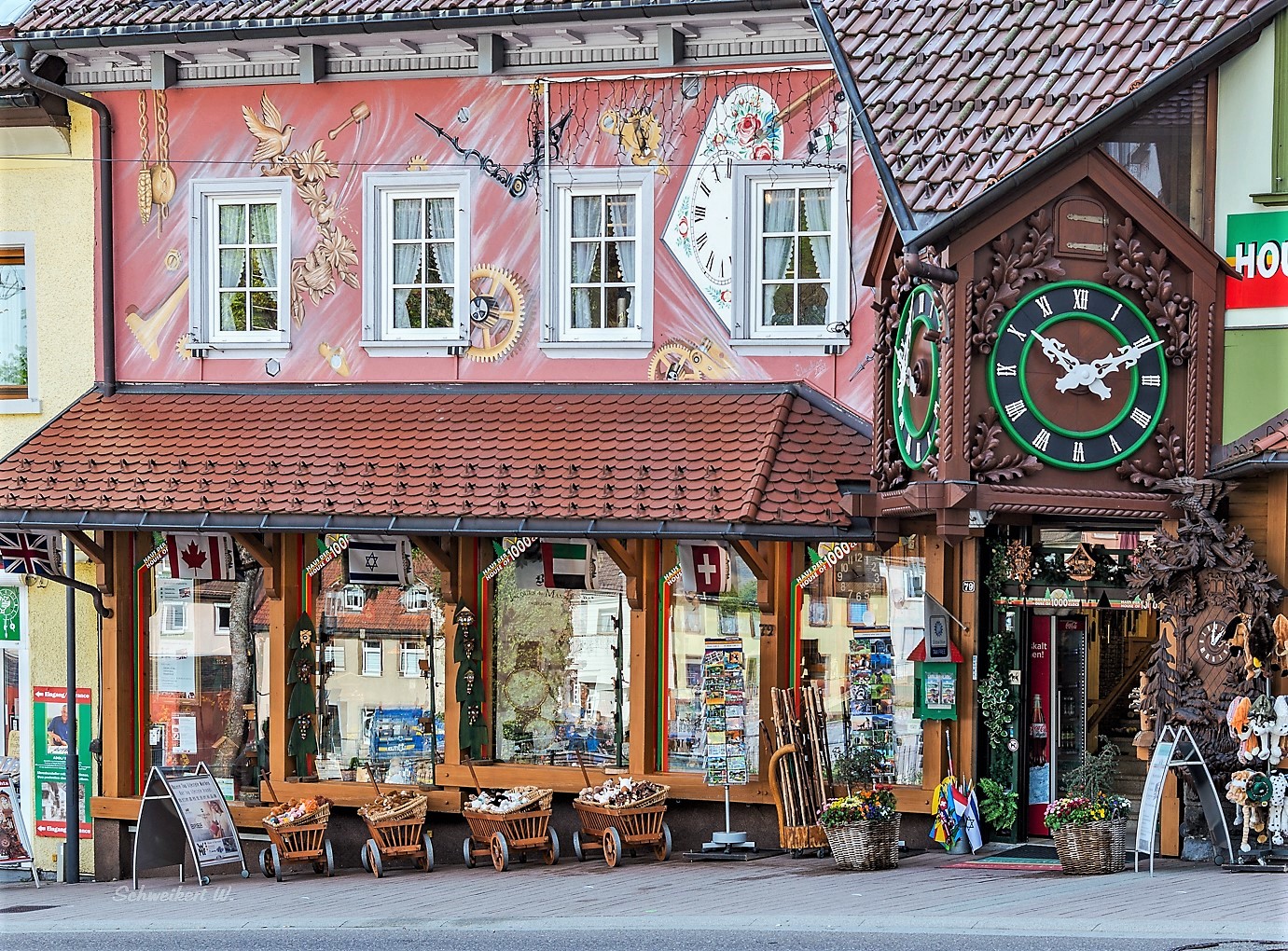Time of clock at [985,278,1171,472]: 10:10
